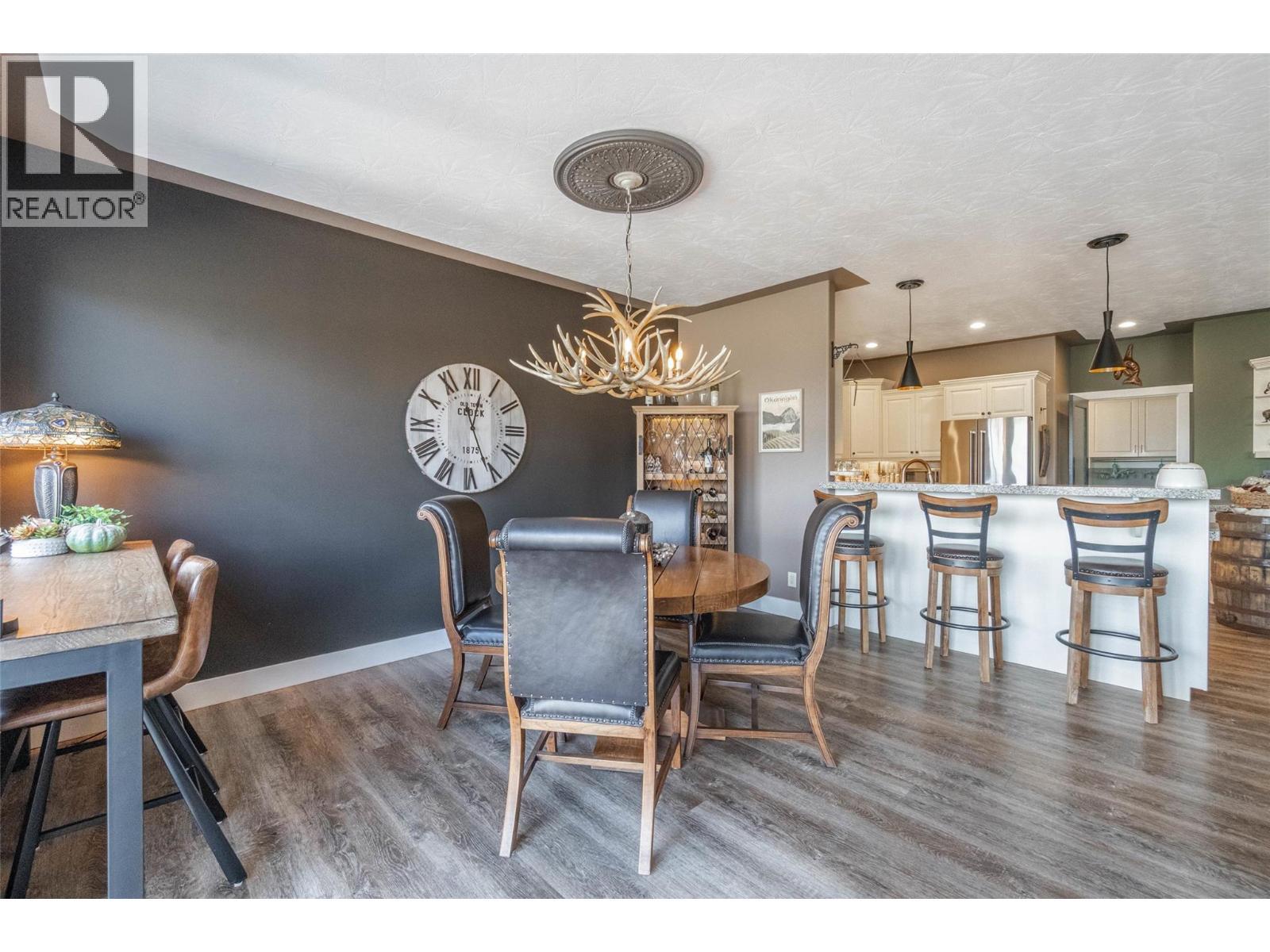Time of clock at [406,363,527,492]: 12:26
